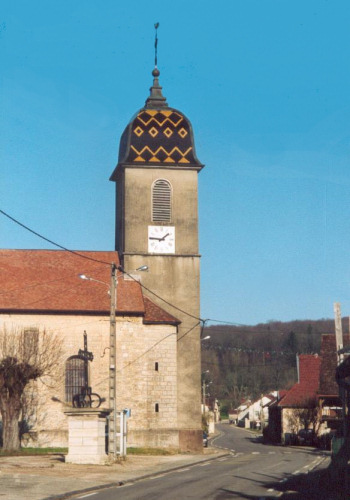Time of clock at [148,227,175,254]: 1:46
